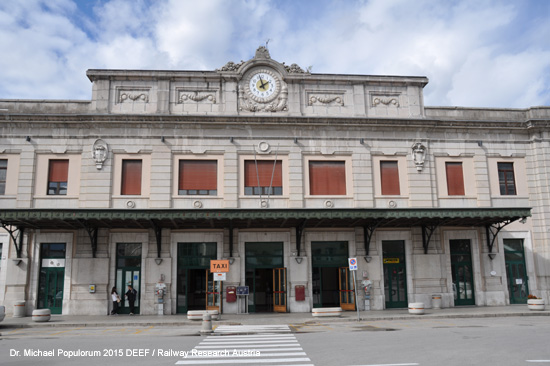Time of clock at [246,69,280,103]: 1:57
